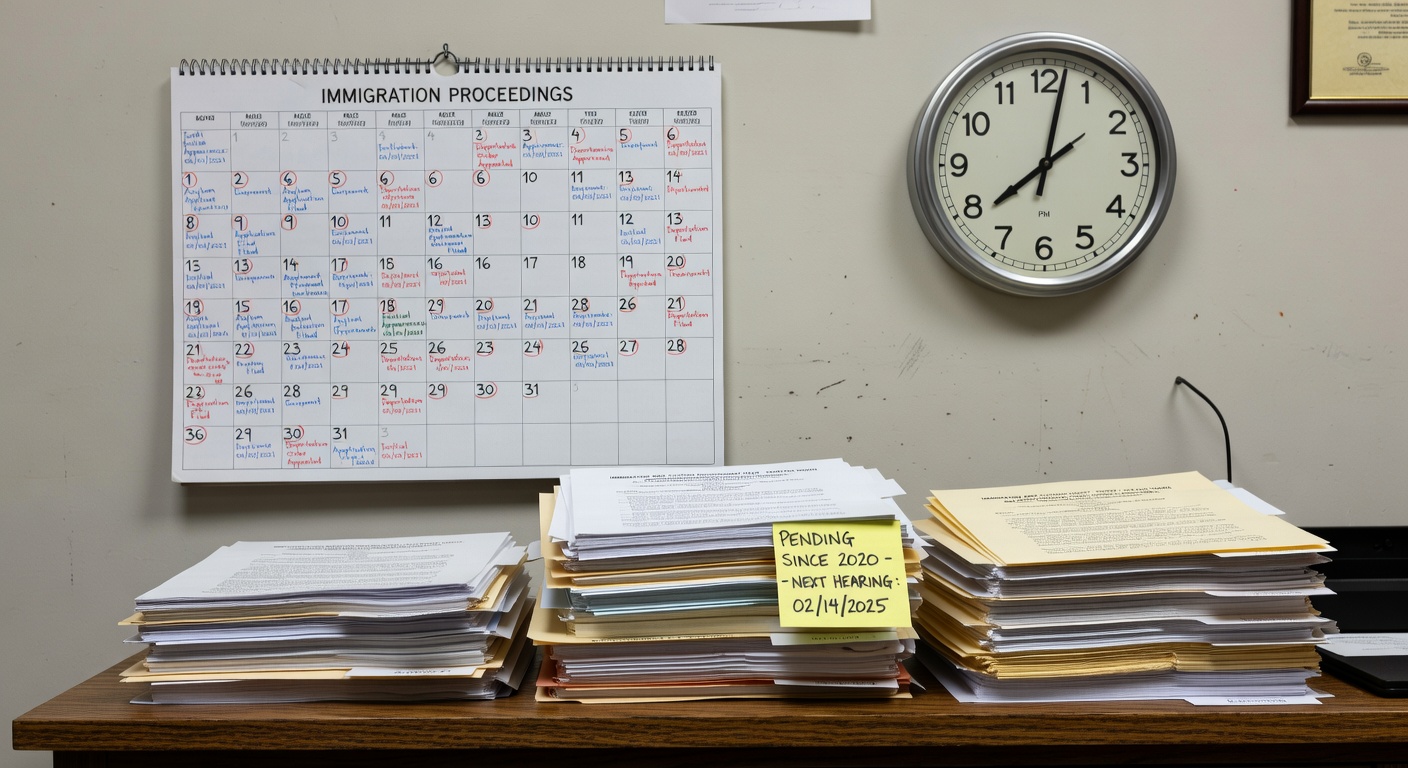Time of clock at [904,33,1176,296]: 8:02
